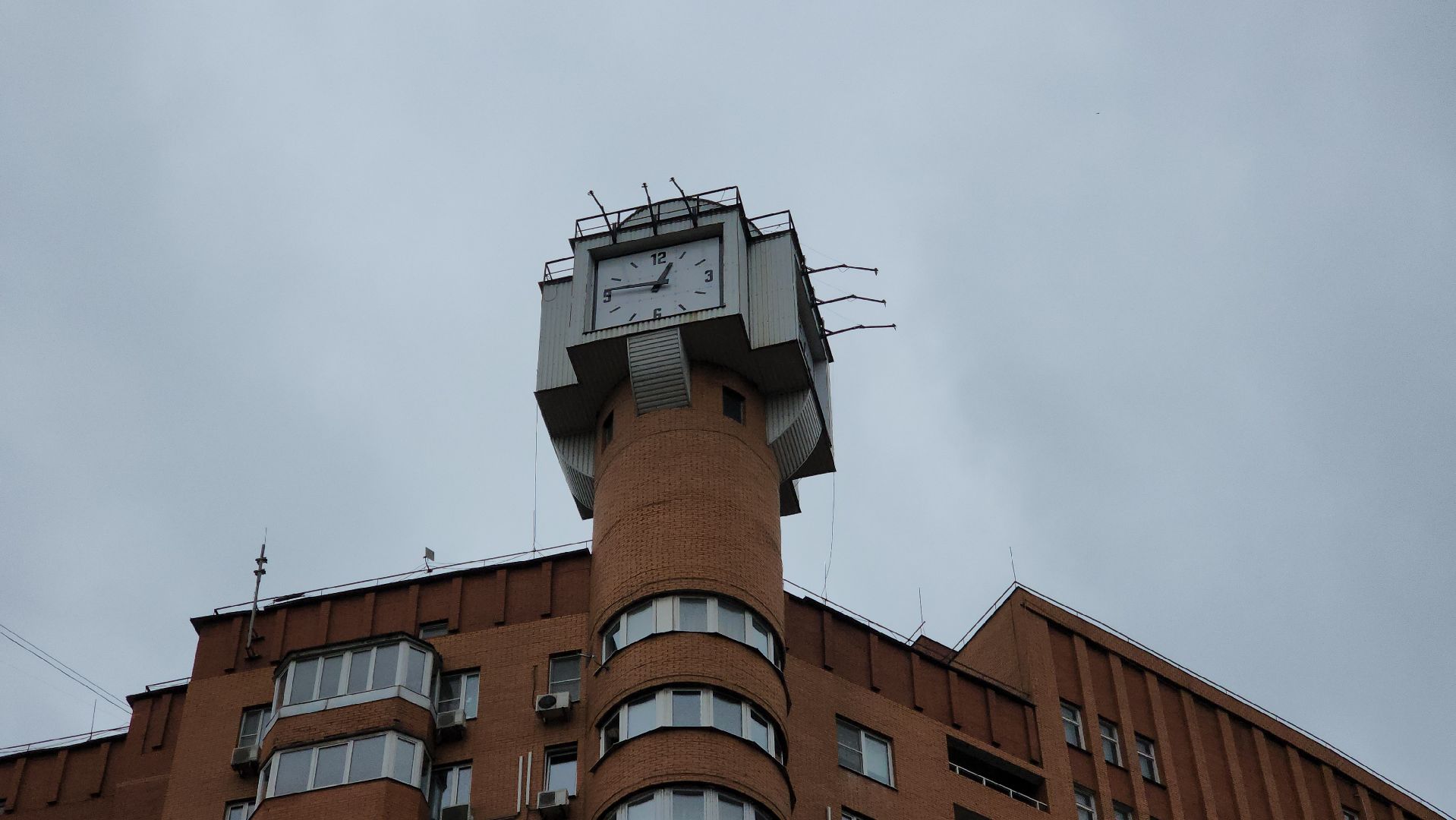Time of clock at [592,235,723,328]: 12:46
